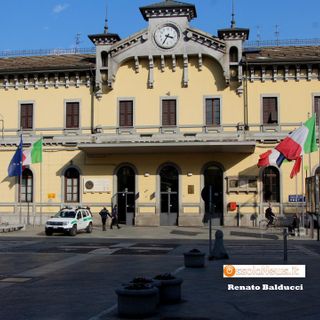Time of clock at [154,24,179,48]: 3:35
